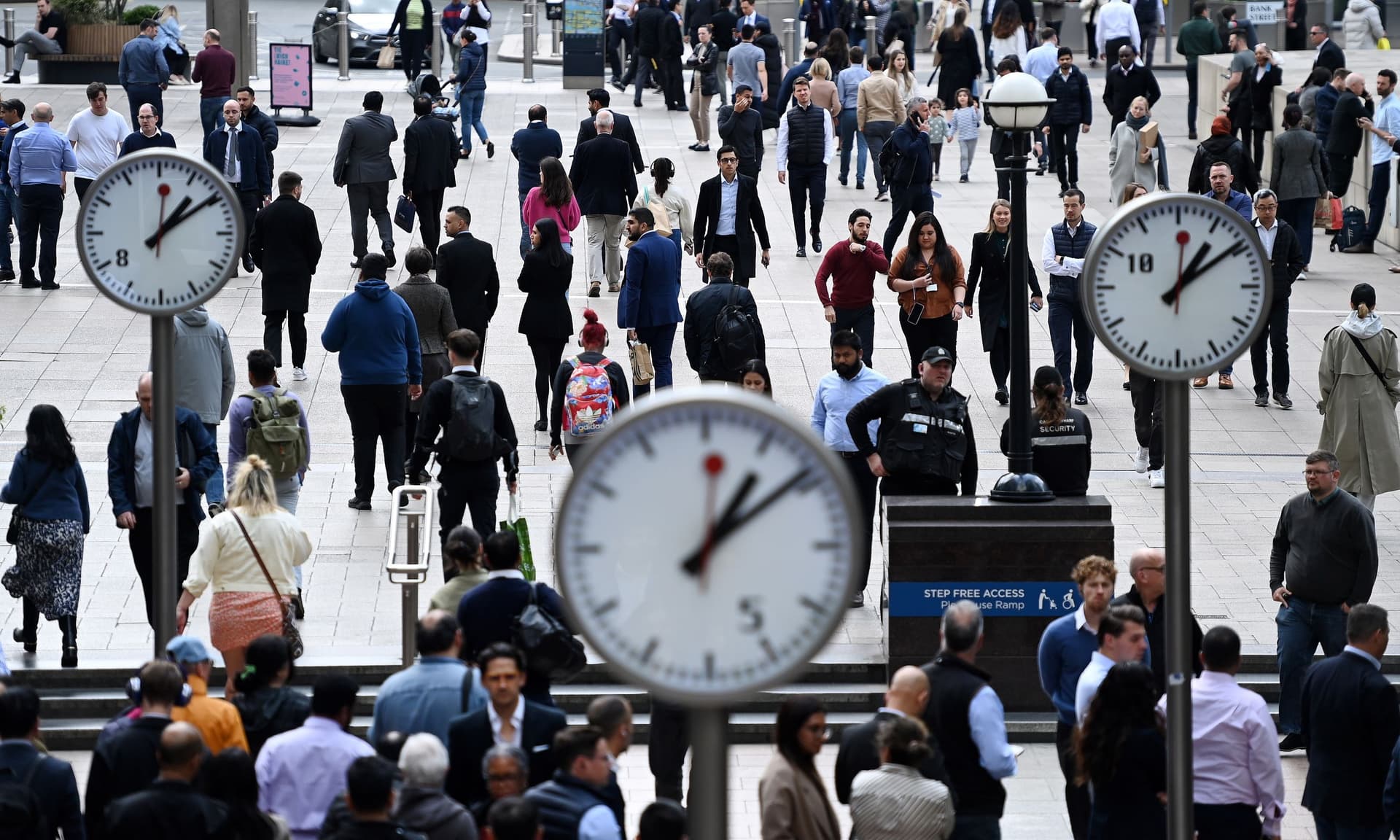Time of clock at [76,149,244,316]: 1:09
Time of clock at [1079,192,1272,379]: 1:09
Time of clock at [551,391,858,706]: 1:08
